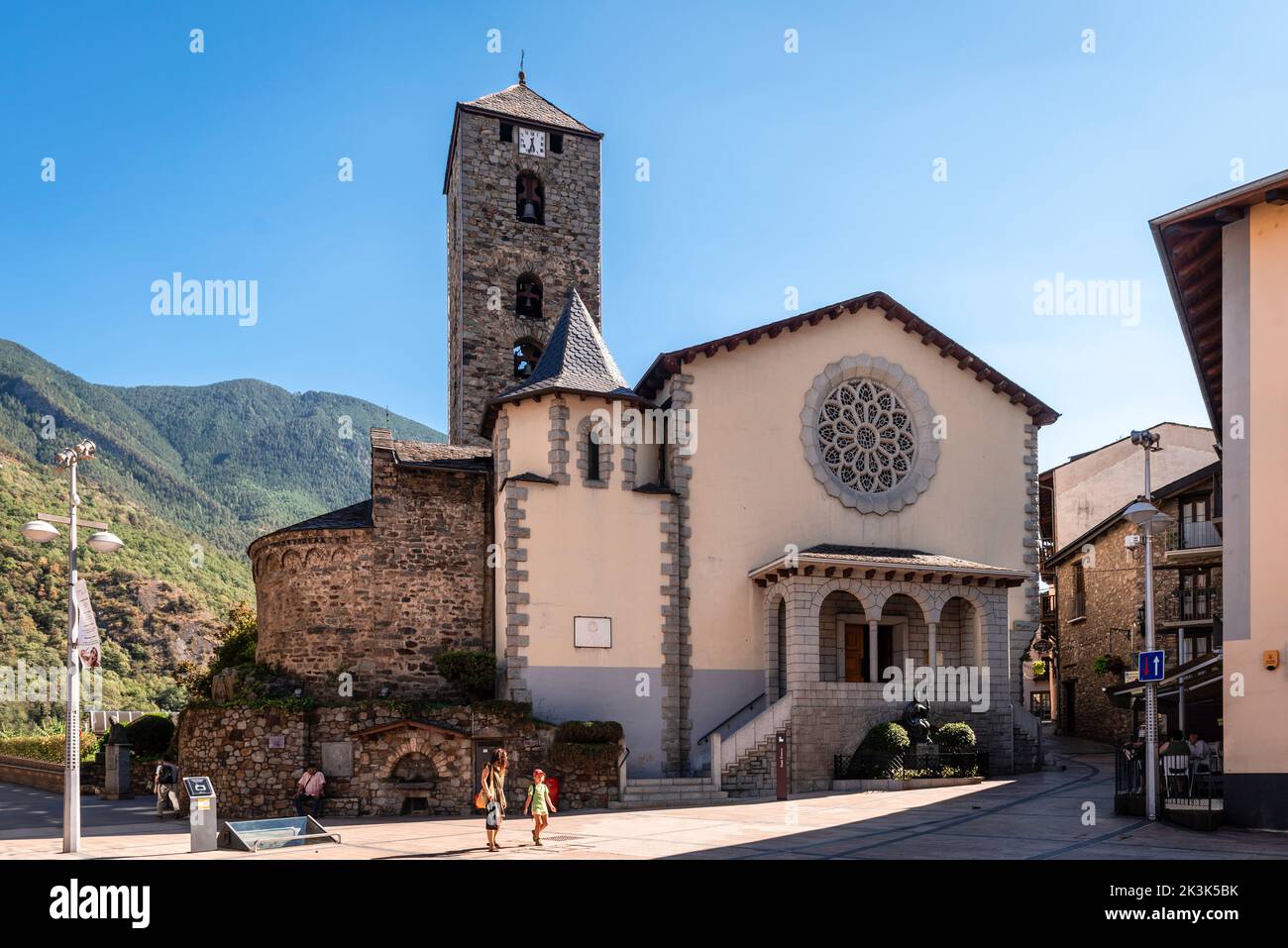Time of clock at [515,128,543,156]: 5:32
